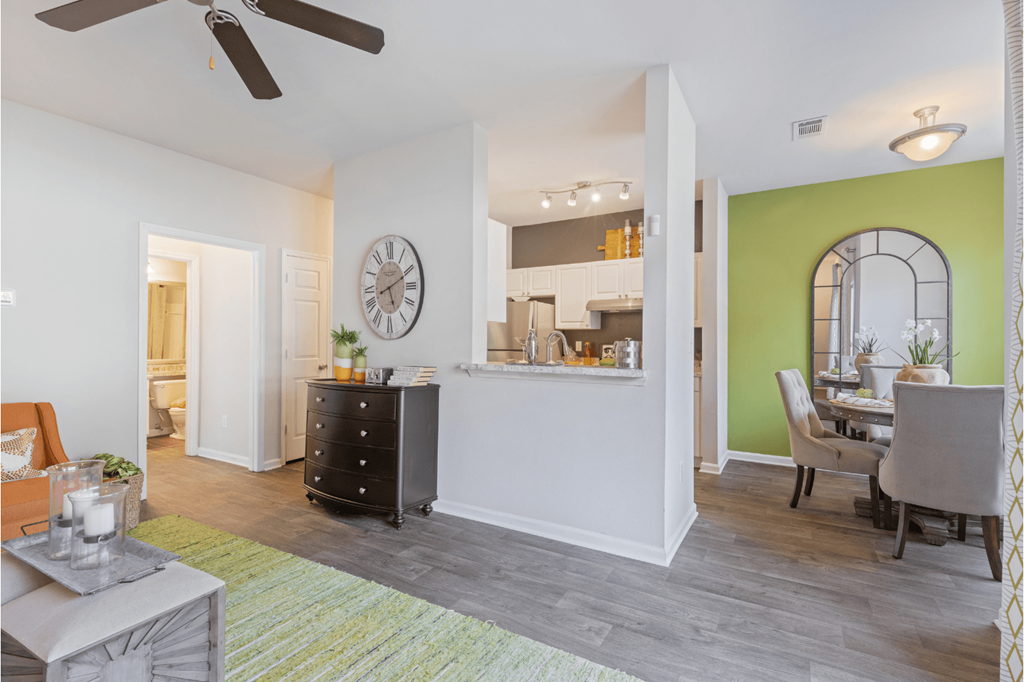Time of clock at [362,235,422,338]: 5:10
